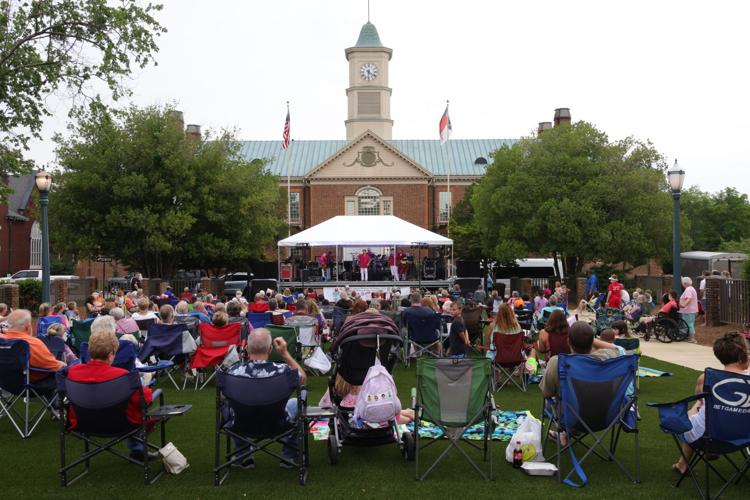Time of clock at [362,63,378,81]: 6:21
